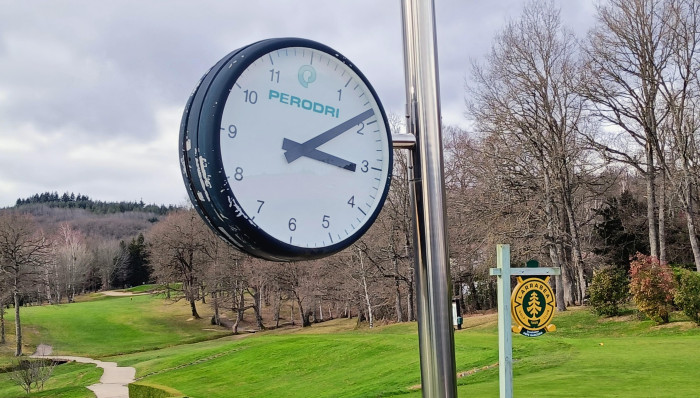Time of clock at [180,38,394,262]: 3:09
